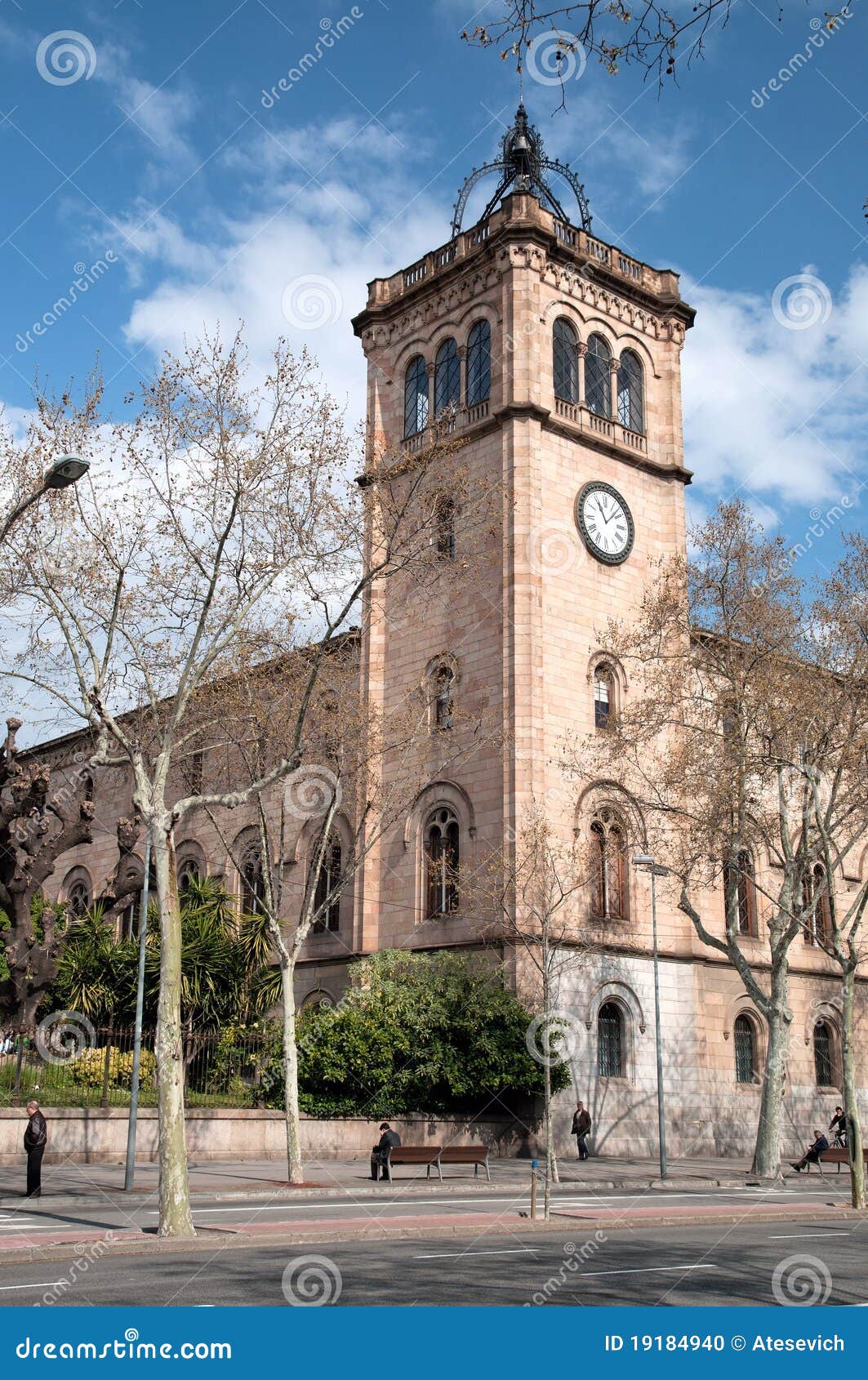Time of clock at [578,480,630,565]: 11:07
